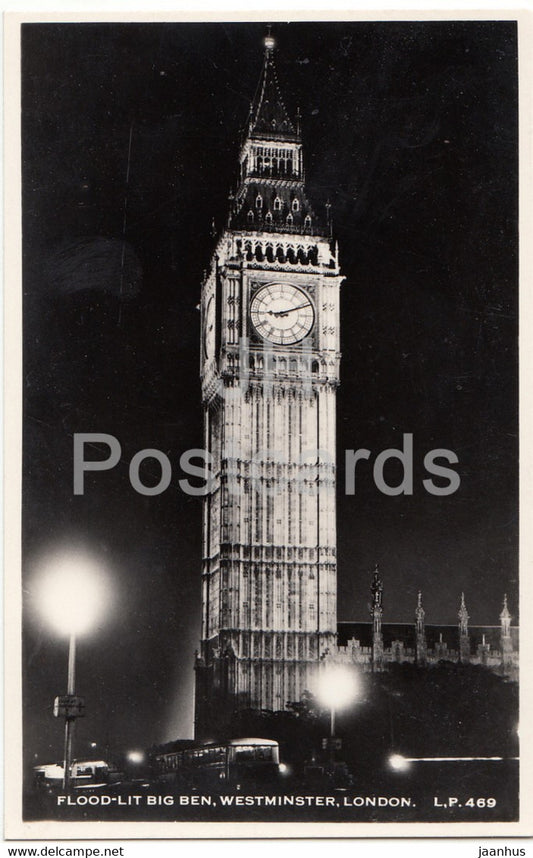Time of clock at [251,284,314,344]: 9:11
